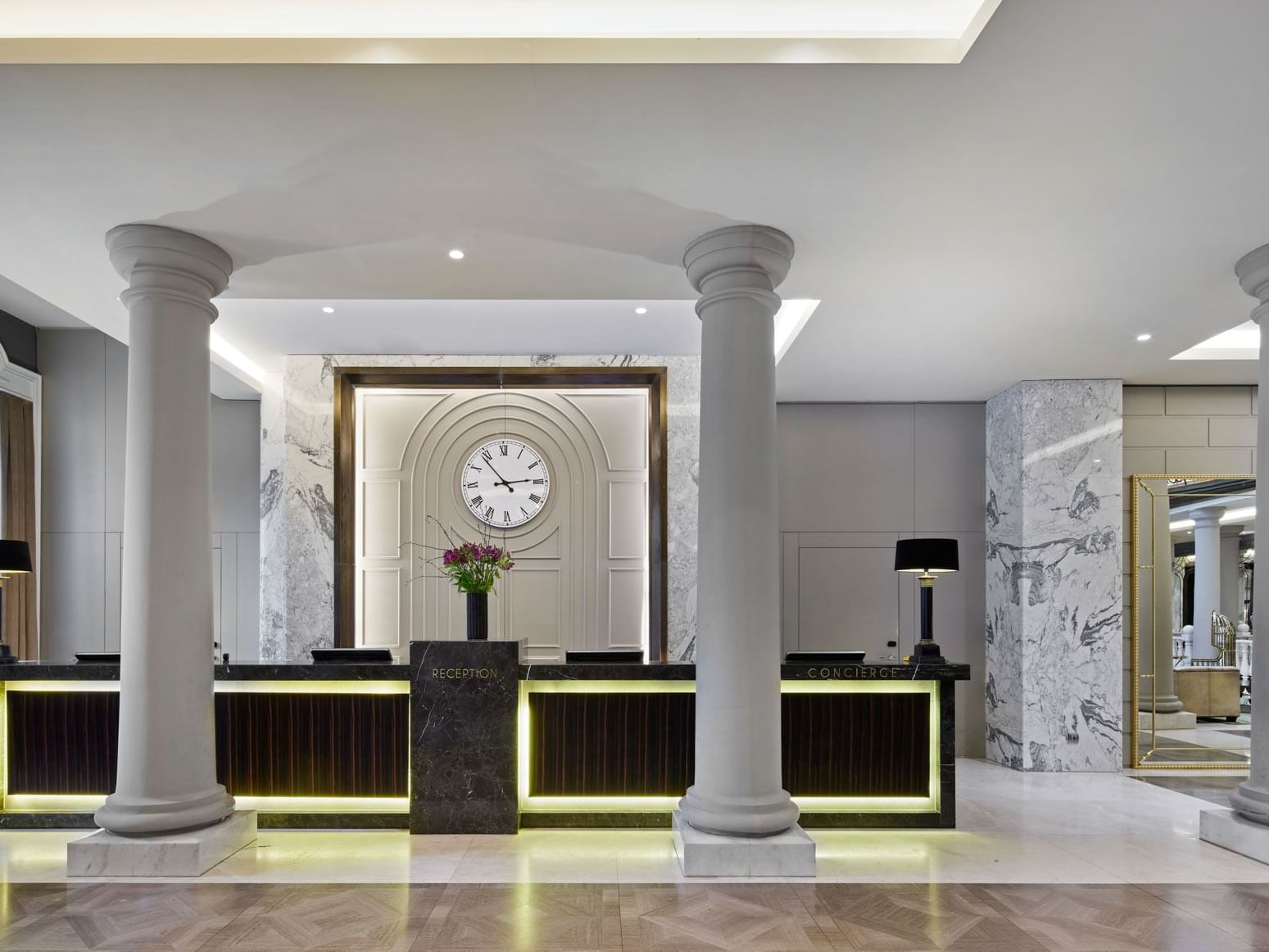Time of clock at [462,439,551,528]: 2:53
